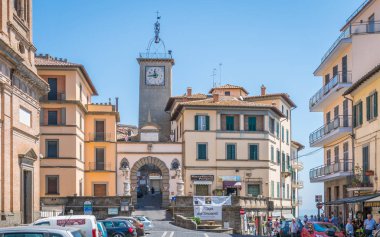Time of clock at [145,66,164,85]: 11:44
